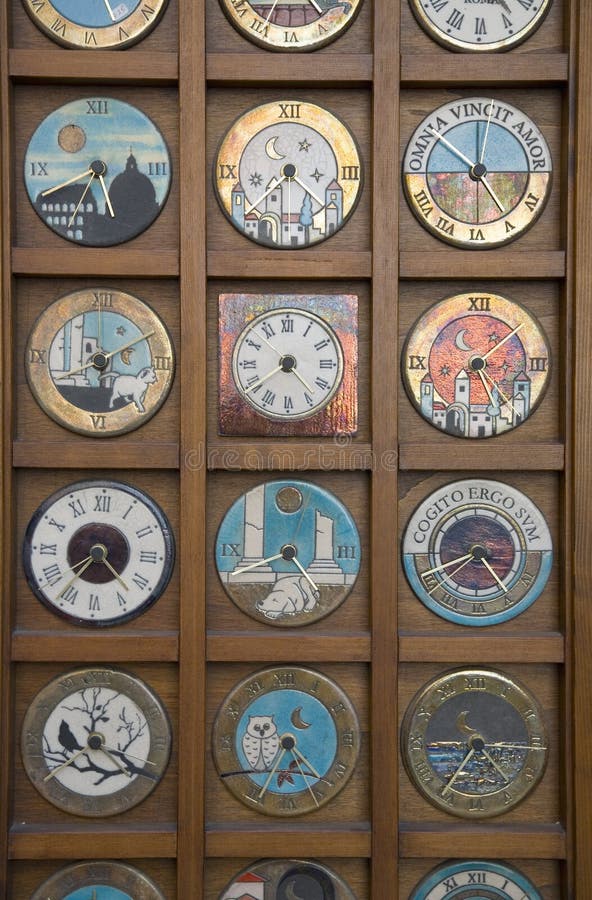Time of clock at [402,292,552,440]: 5:08
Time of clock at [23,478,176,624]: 4:36
